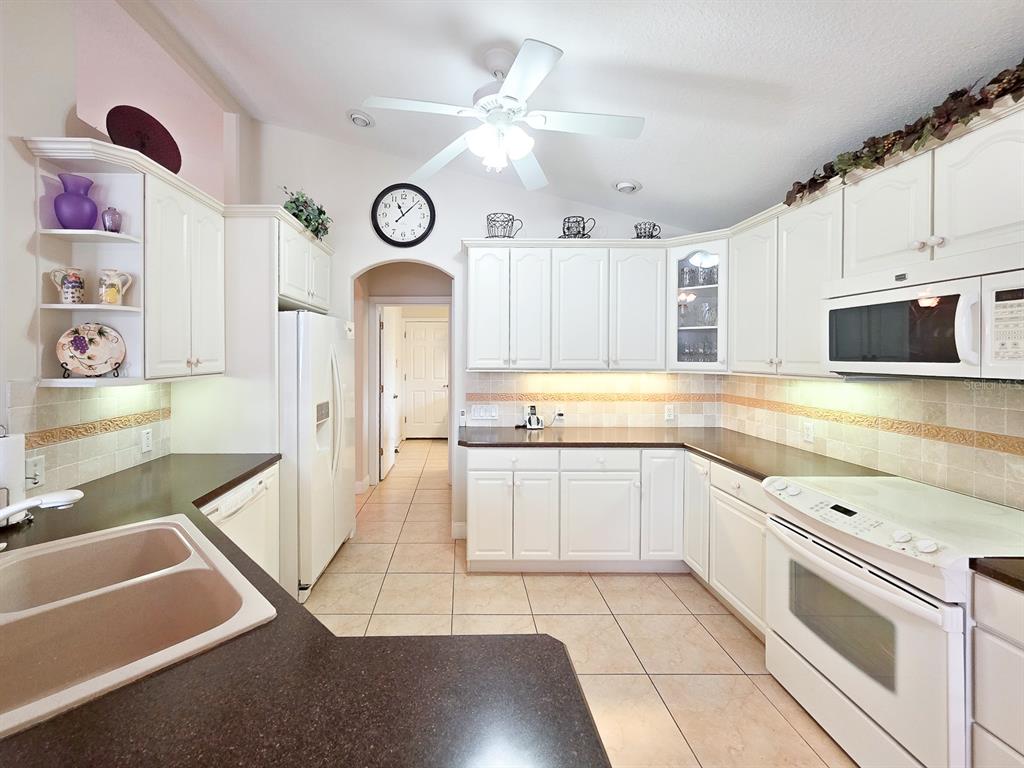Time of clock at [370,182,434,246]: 11:07
